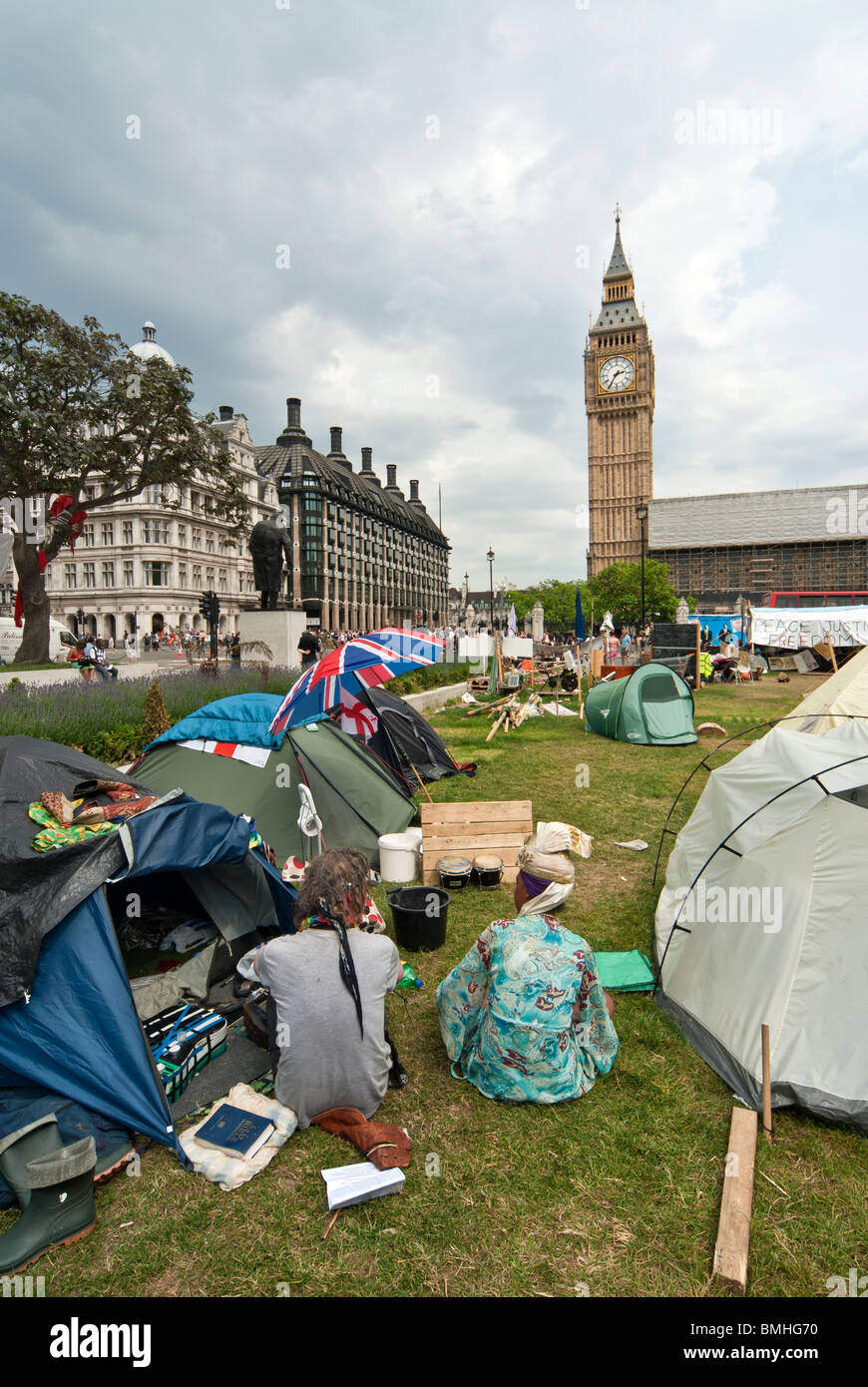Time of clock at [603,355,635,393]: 2:35
